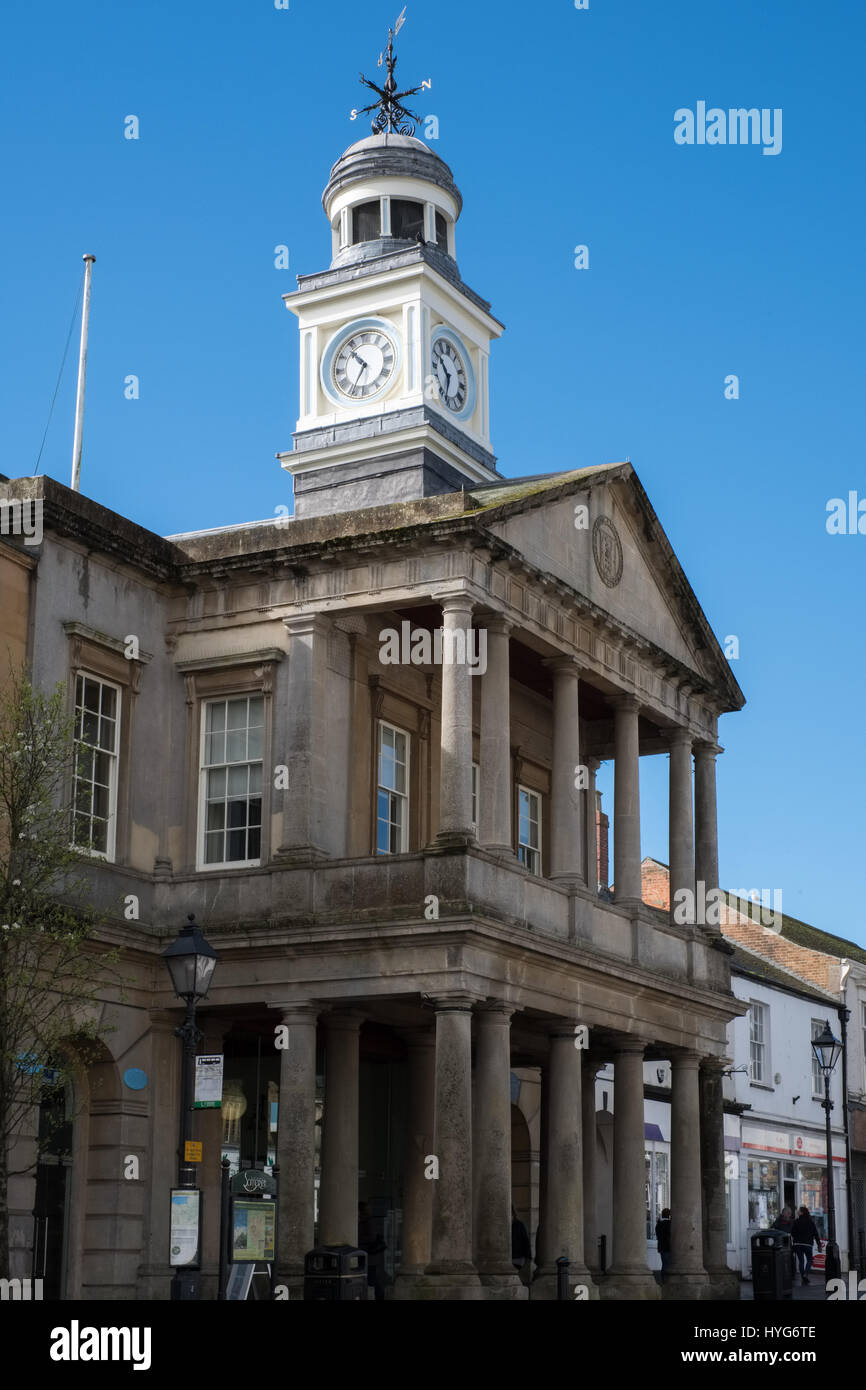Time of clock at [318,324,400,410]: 10:34
